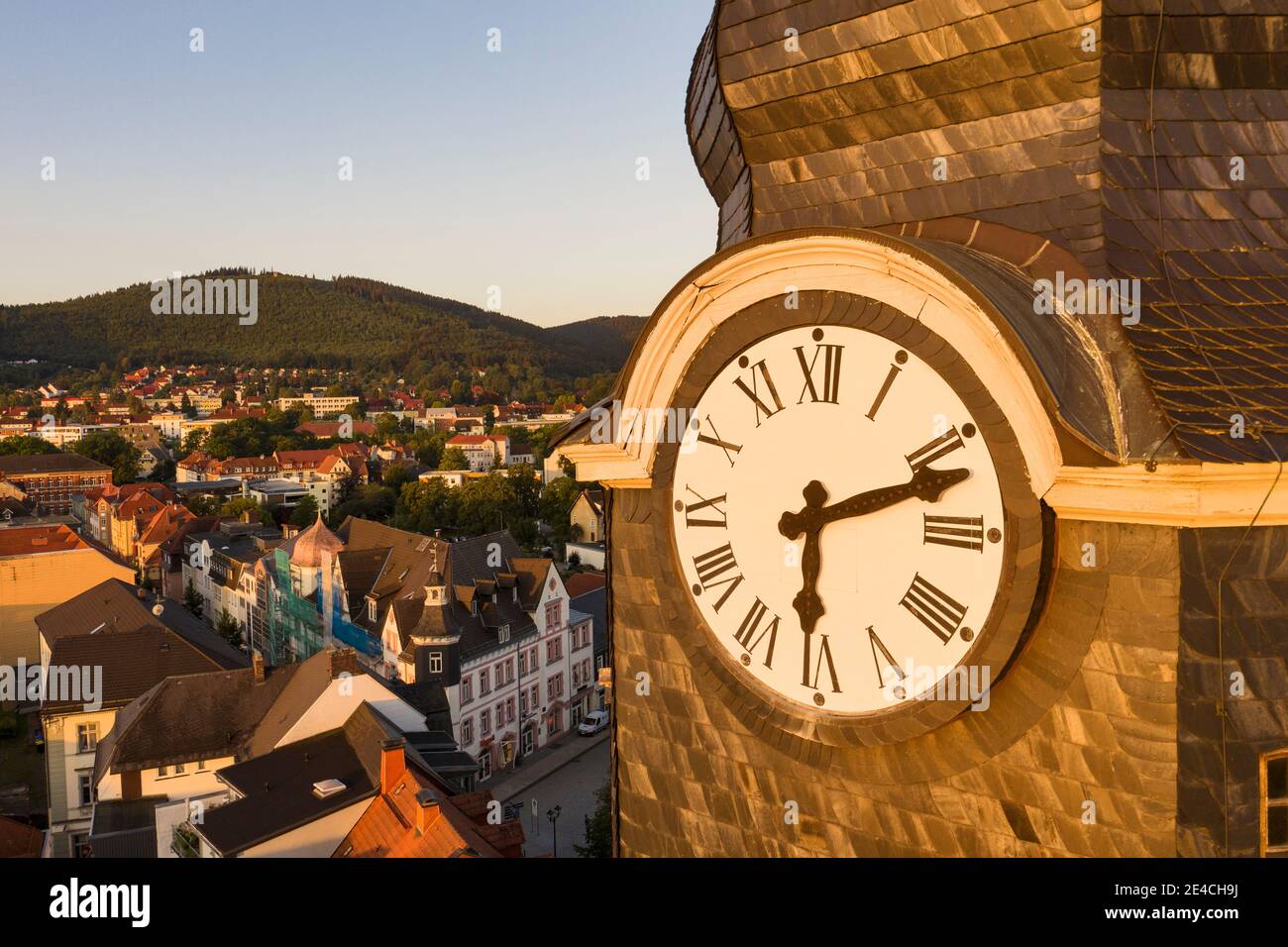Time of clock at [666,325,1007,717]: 6:11
